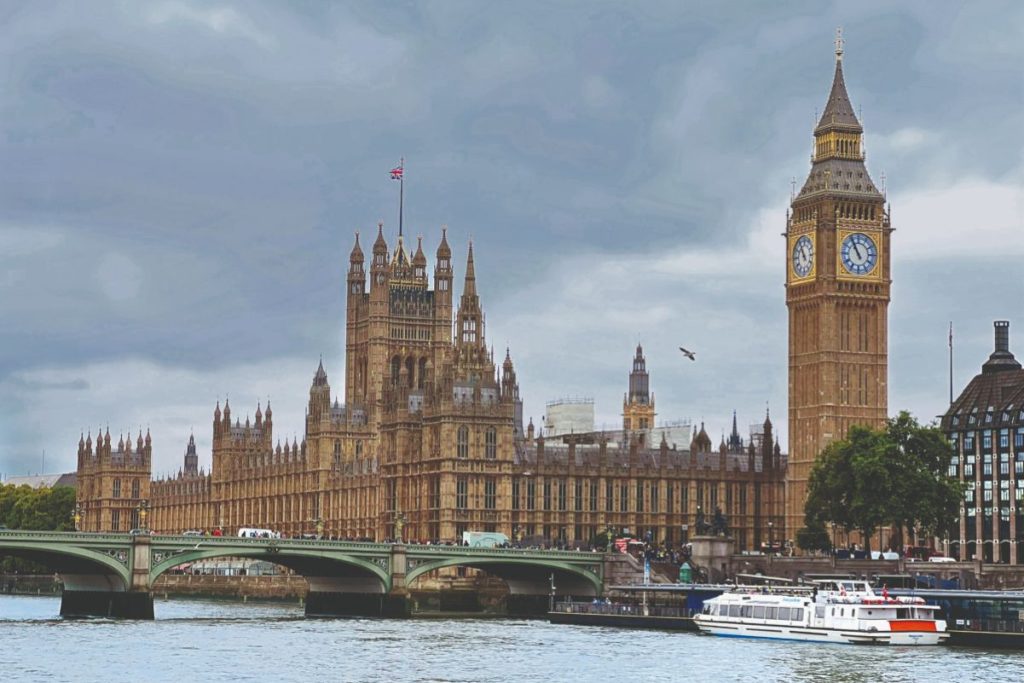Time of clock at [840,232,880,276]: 10:55
